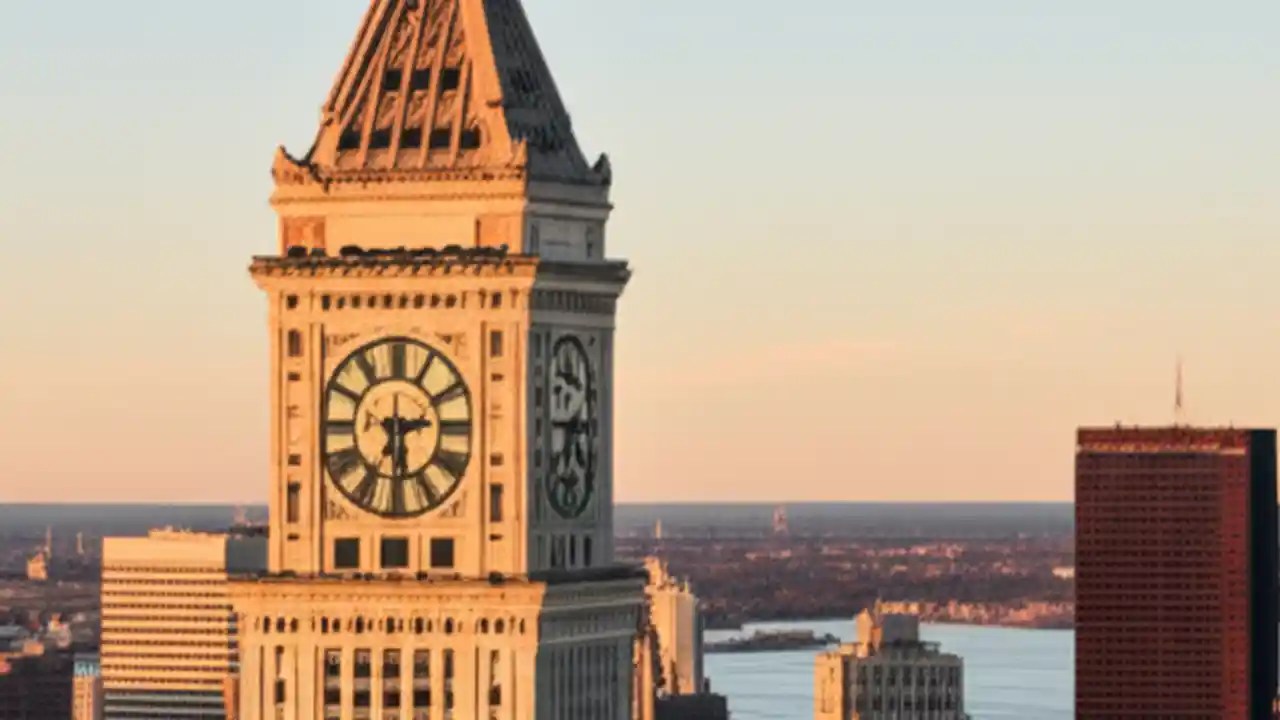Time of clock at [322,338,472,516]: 2:29
